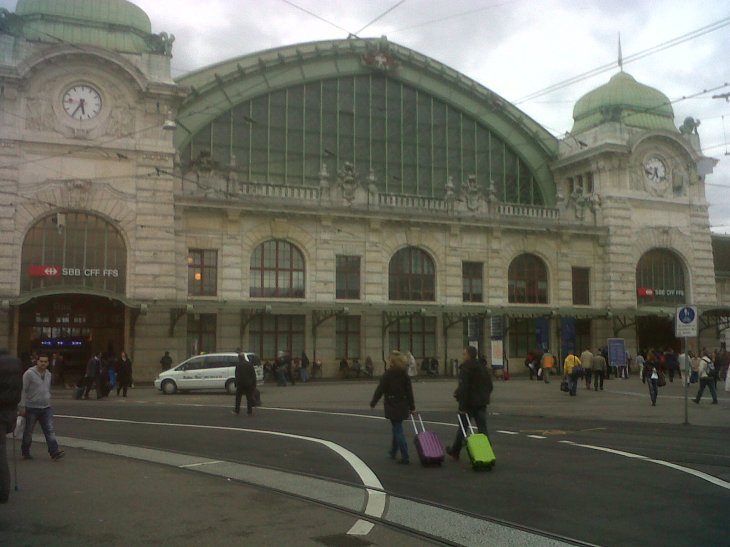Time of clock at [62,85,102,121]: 5:35
